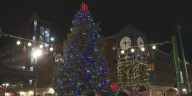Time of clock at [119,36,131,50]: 6:15
